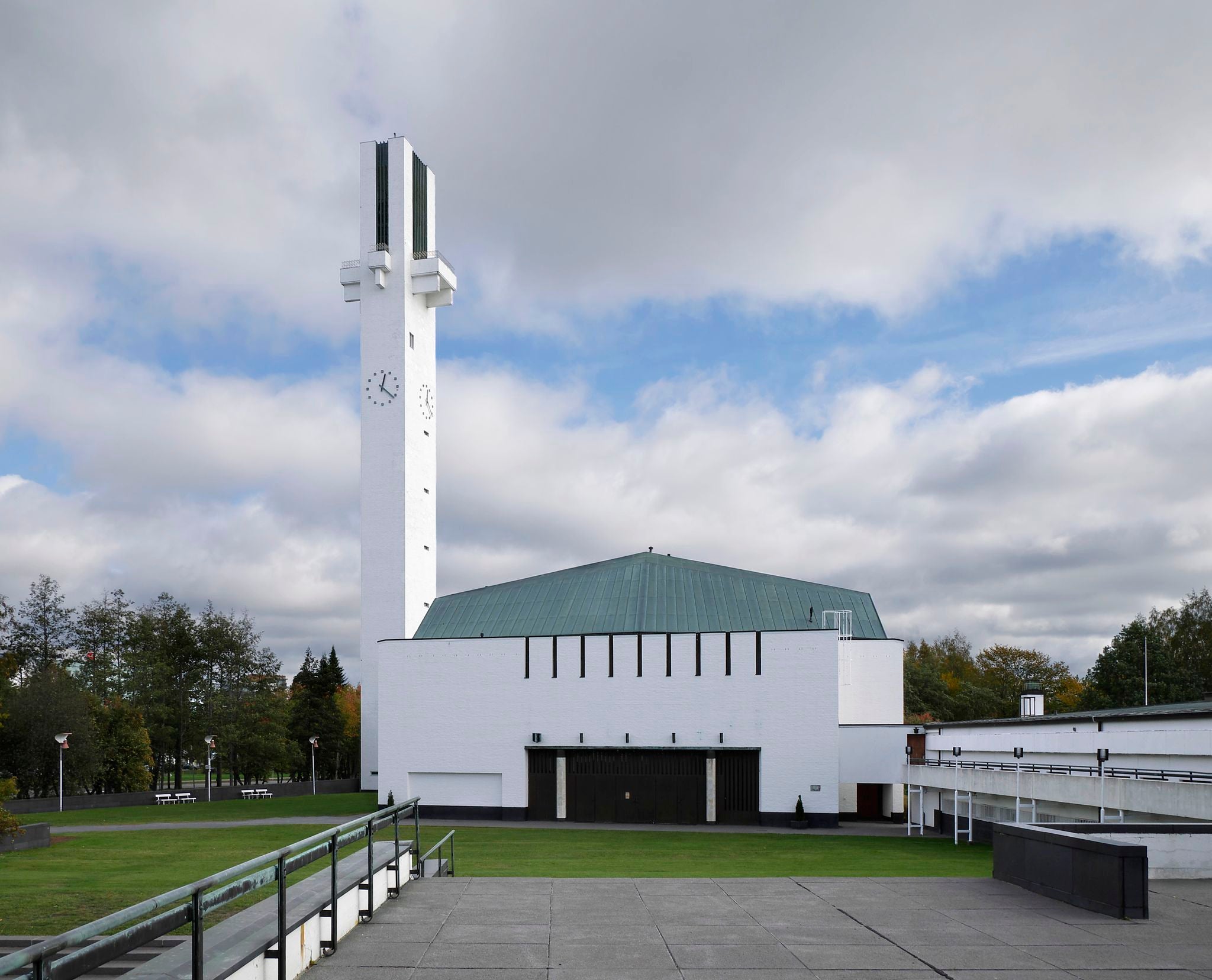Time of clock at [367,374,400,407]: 12:21
